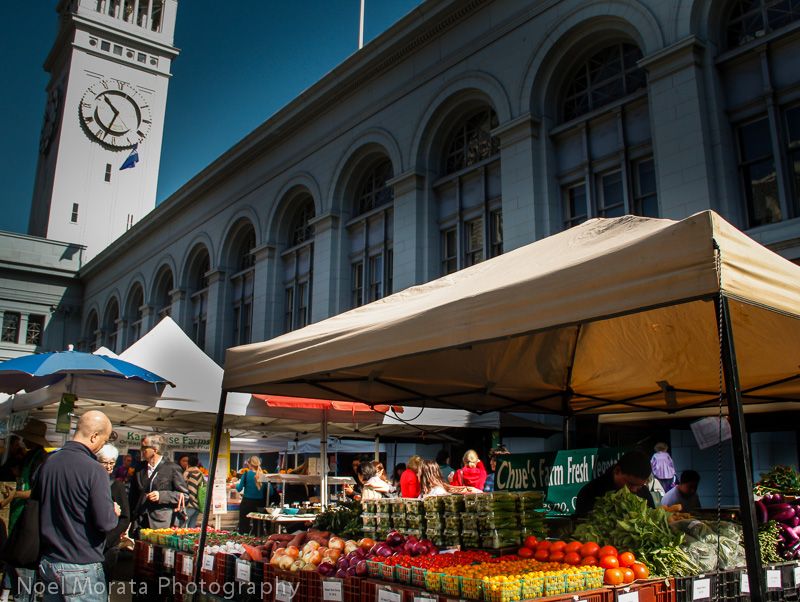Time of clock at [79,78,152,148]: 10:33
